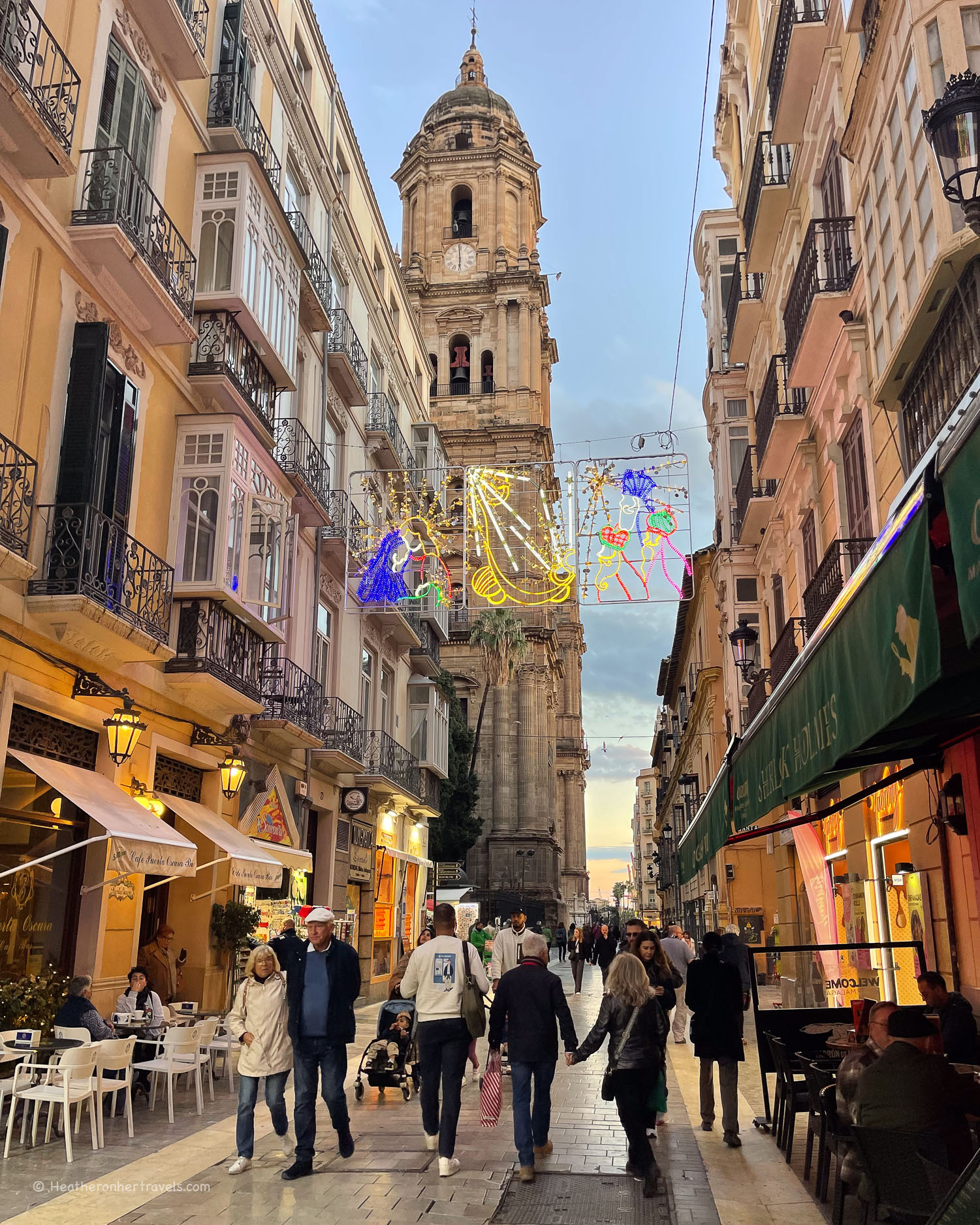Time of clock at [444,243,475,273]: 5:59
